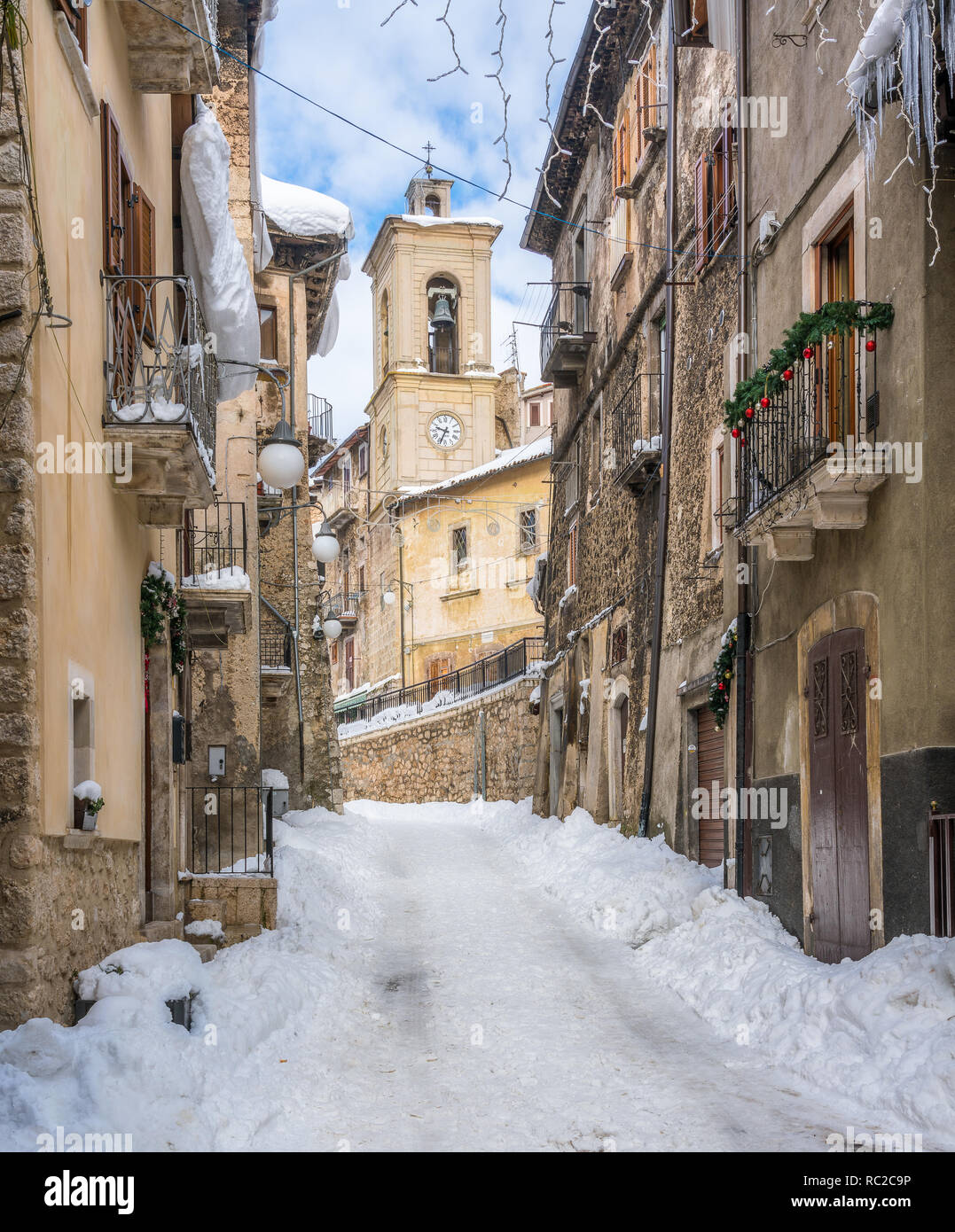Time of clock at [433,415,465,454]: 9:34
